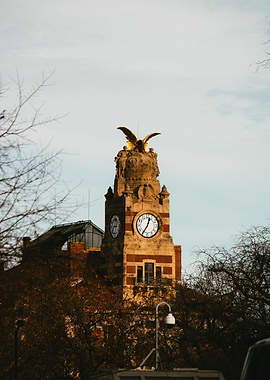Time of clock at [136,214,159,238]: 12:35
